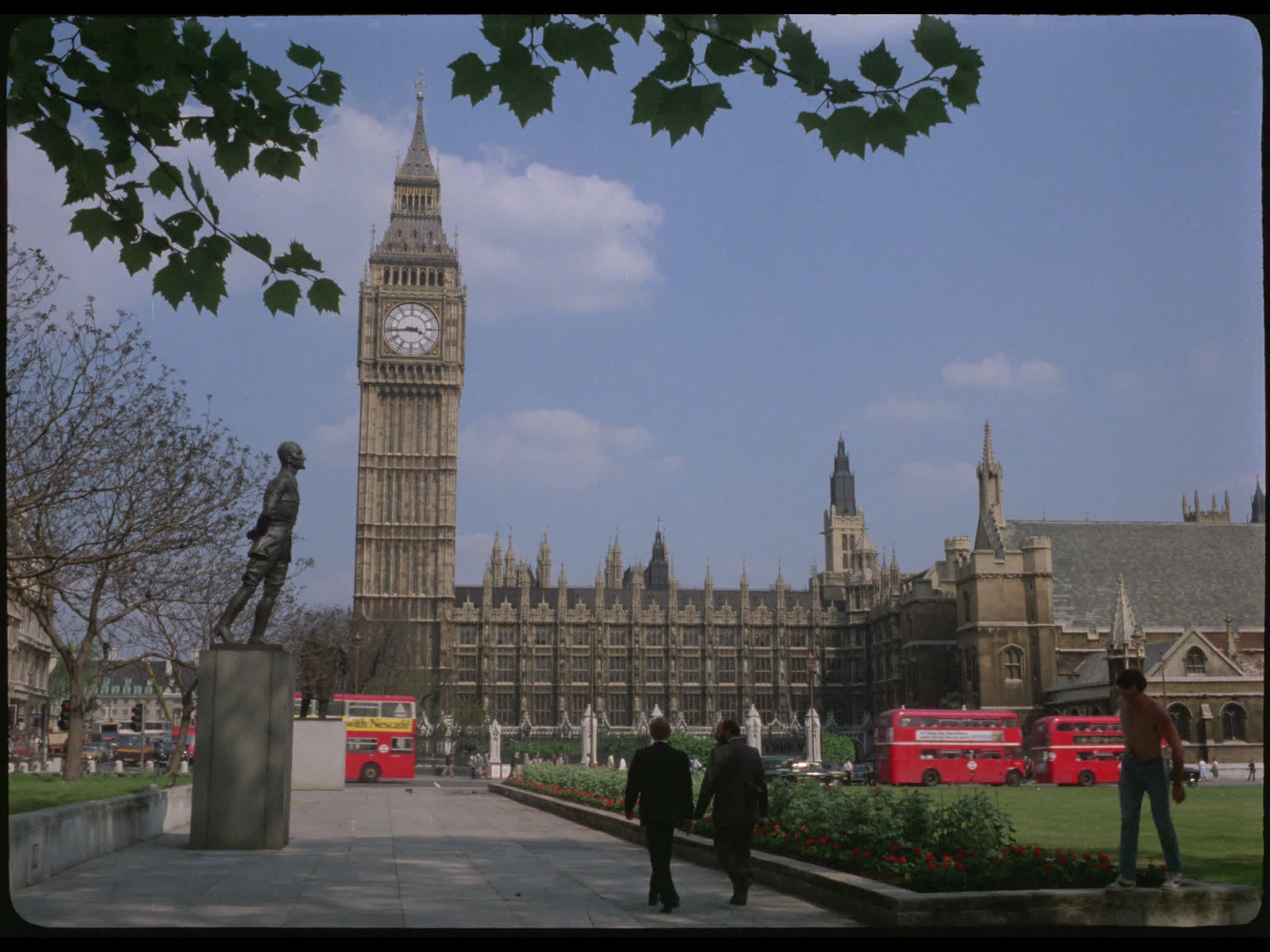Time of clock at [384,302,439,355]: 3:43
